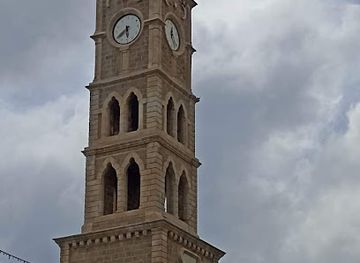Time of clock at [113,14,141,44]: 5:38
